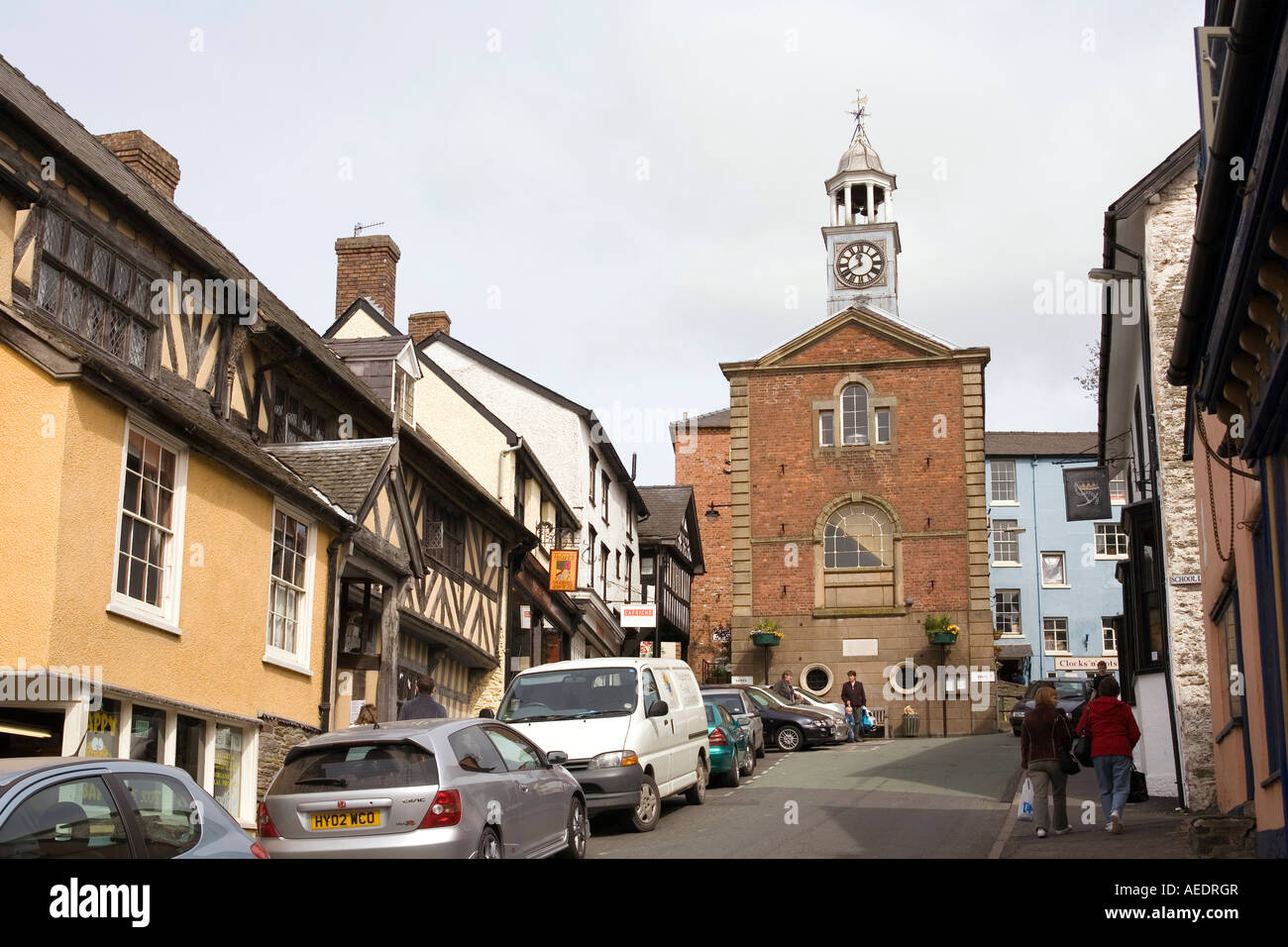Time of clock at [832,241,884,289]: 11:40
